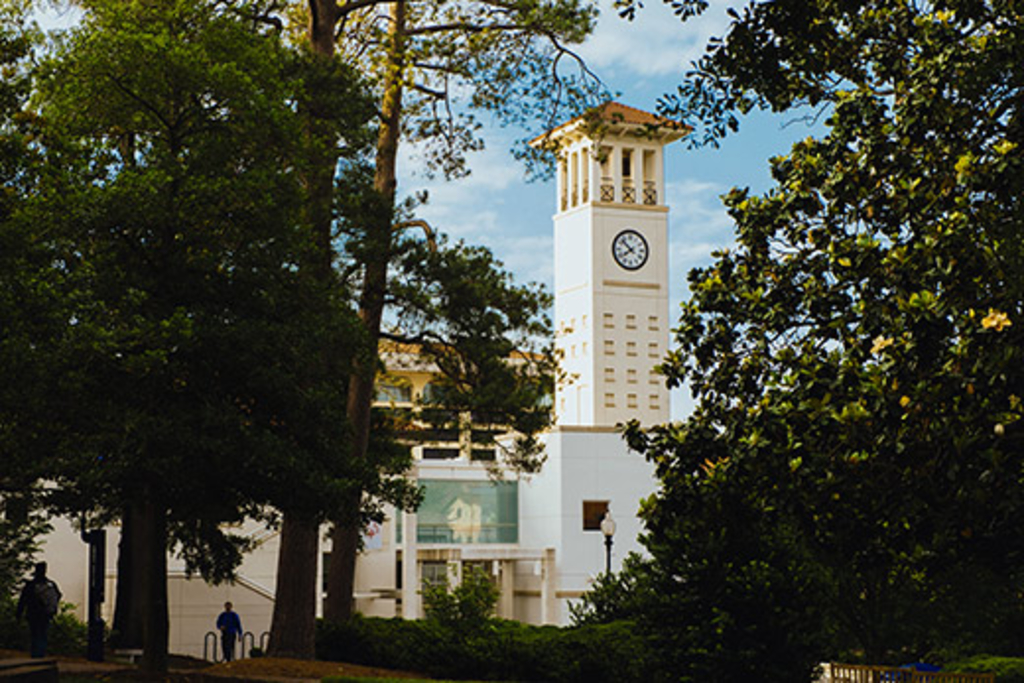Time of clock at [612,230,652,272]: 7:52
